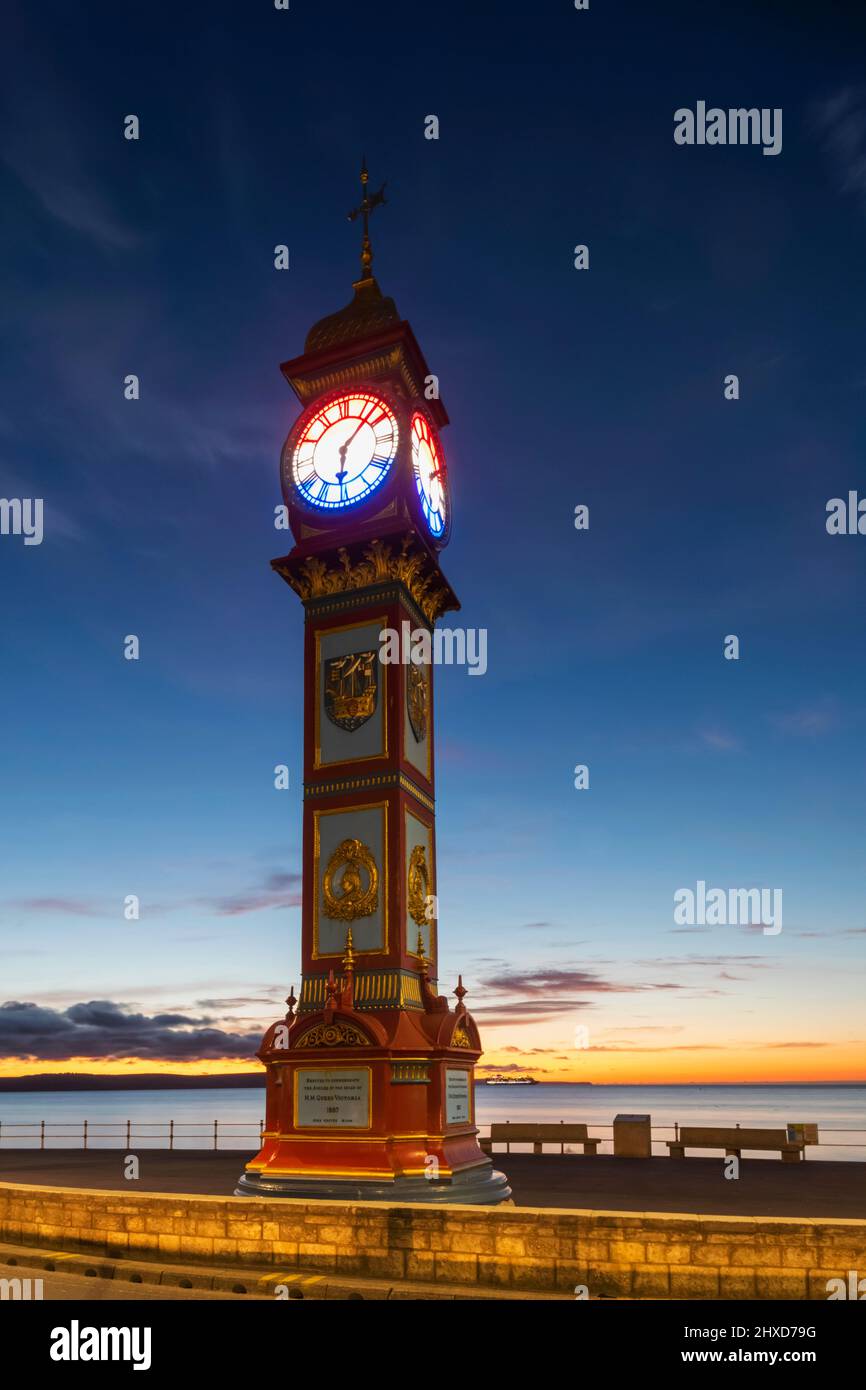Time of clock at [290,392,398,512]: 6:07
